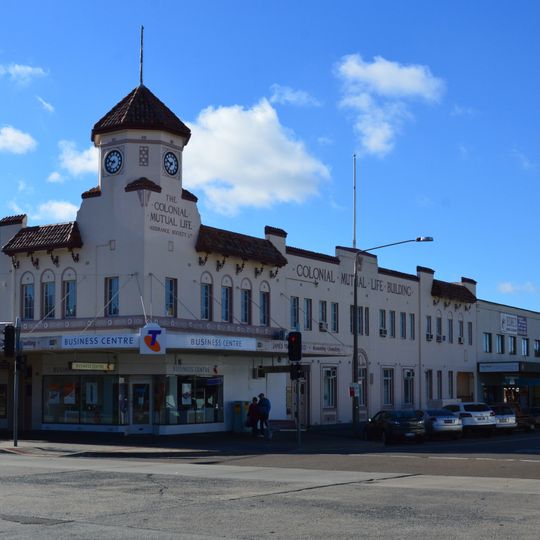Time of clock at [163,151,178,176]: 9:36
